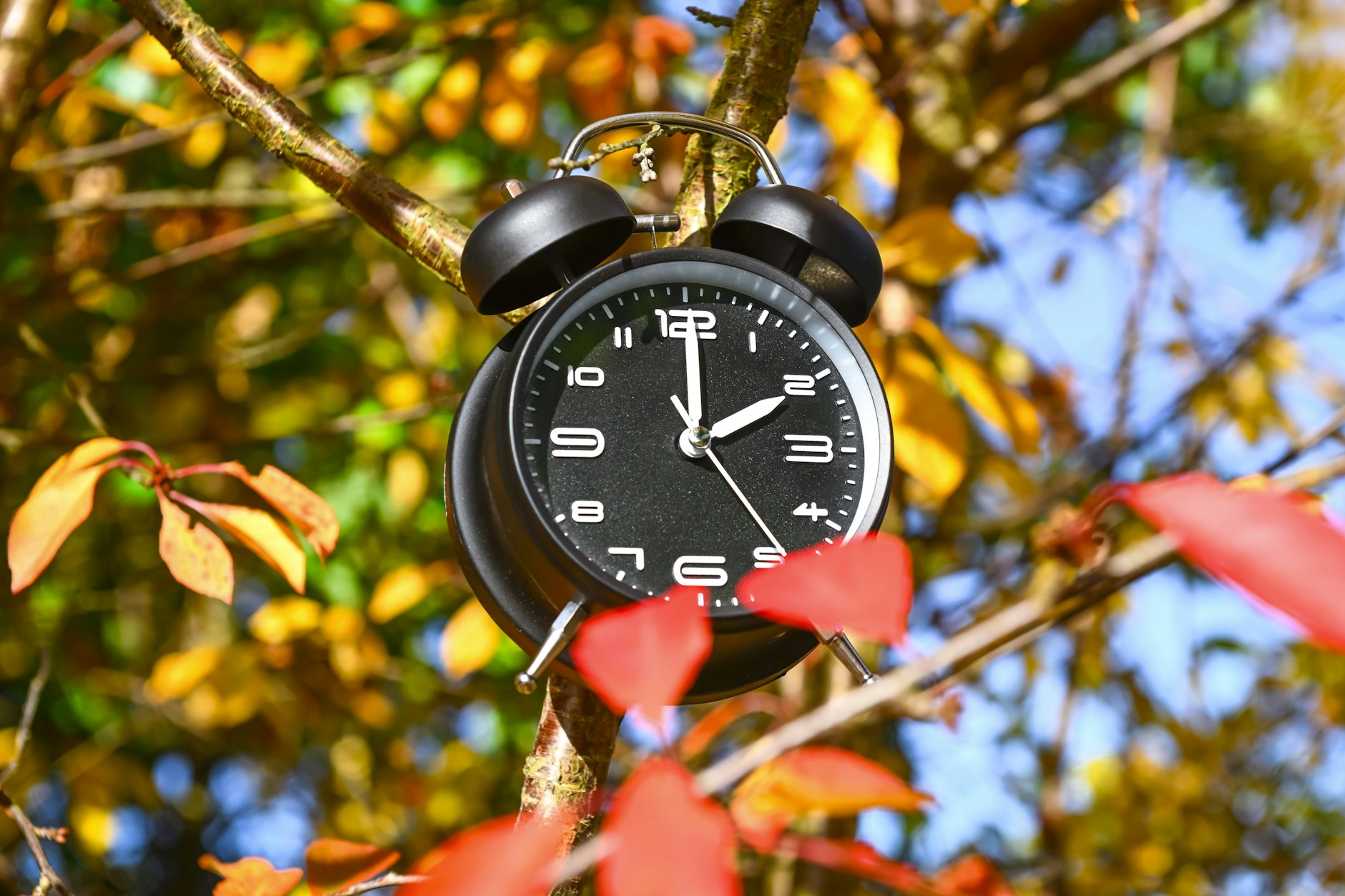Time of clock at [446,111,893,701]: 2:00
